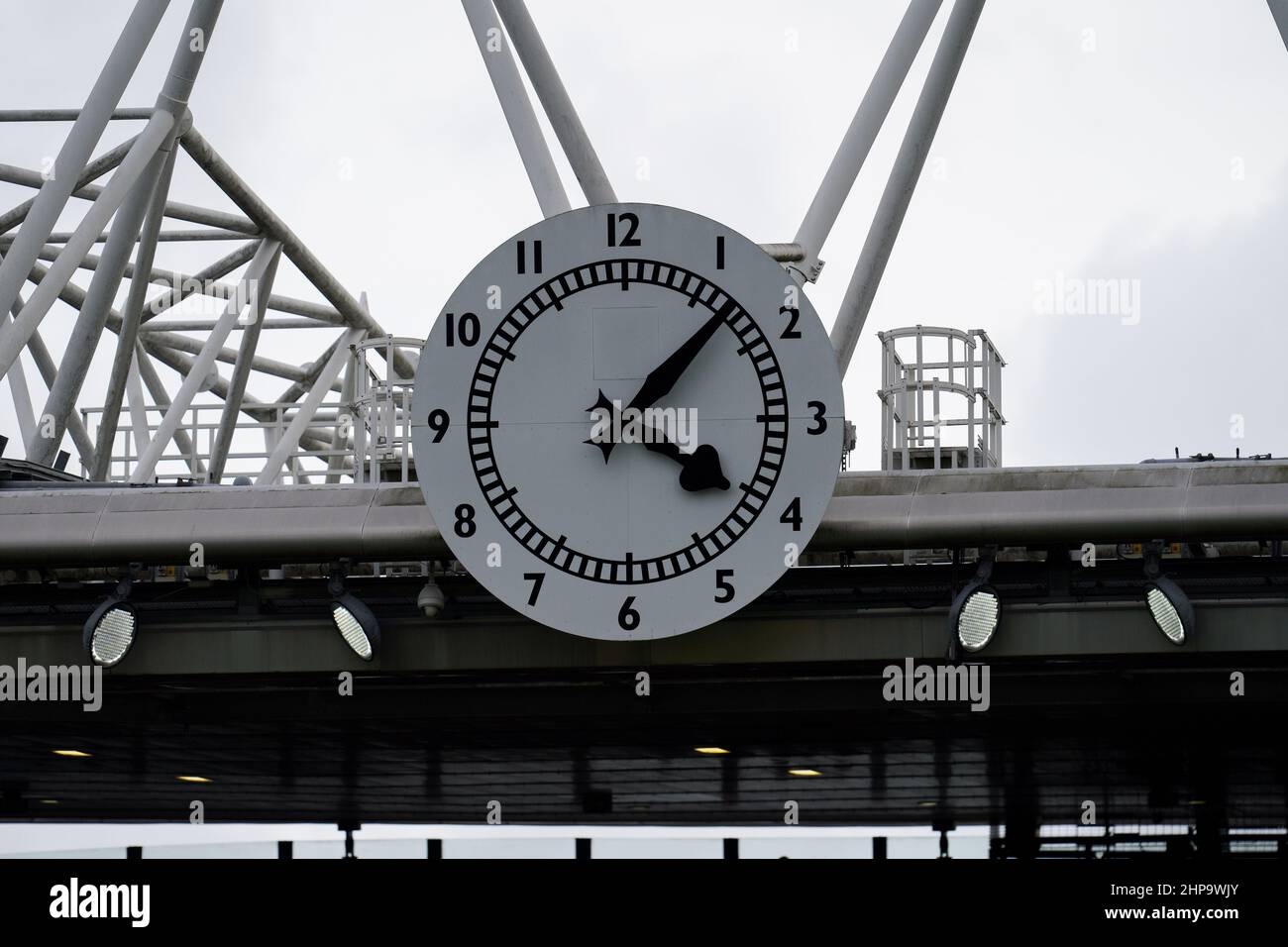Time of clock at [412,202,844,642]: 4:07
